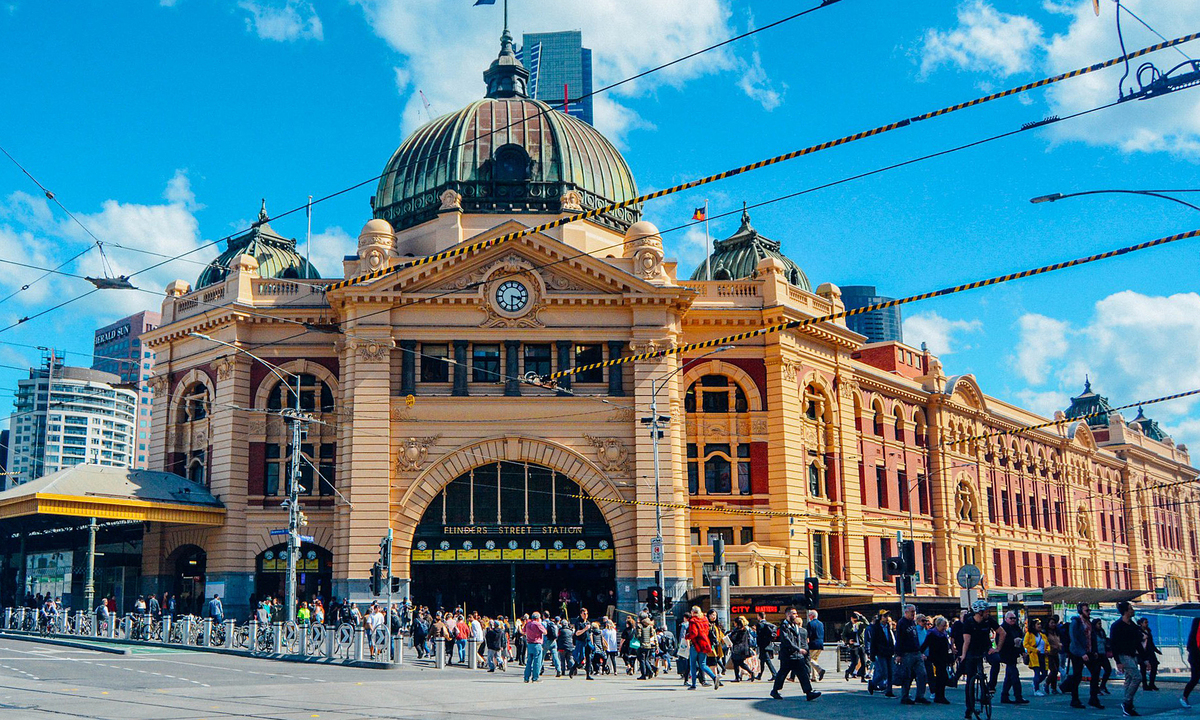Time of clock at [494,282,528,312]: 3:30
